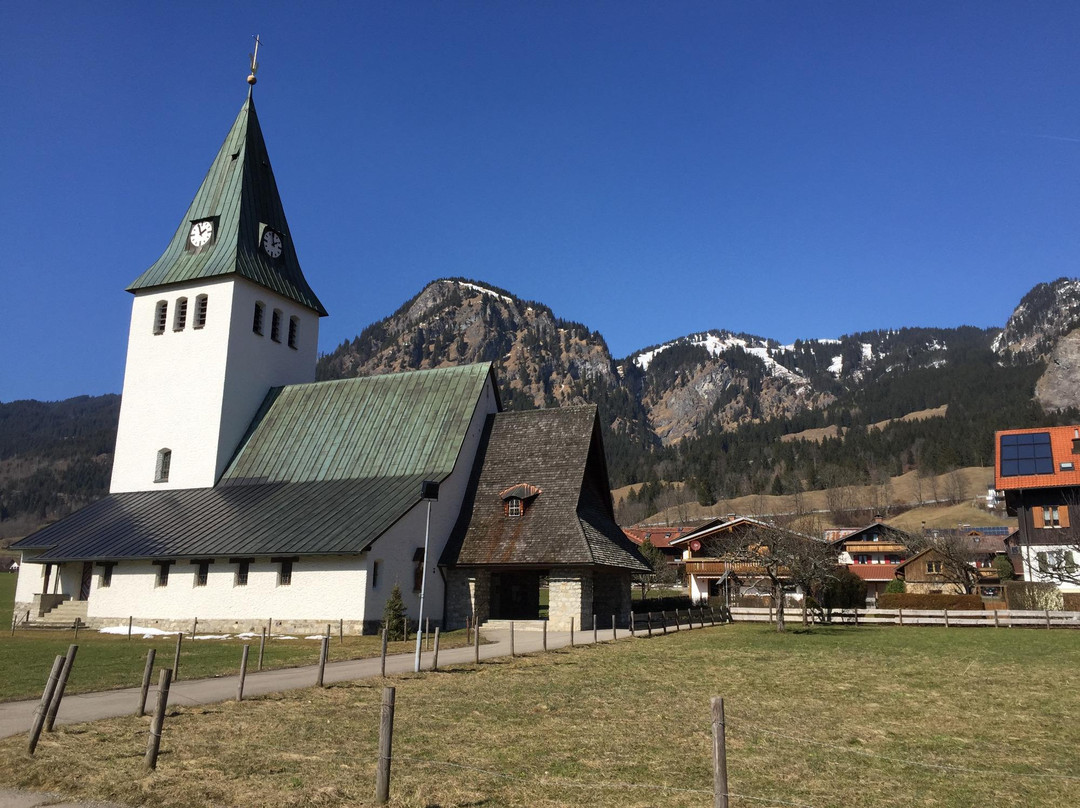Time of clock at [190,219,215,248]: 1:56
